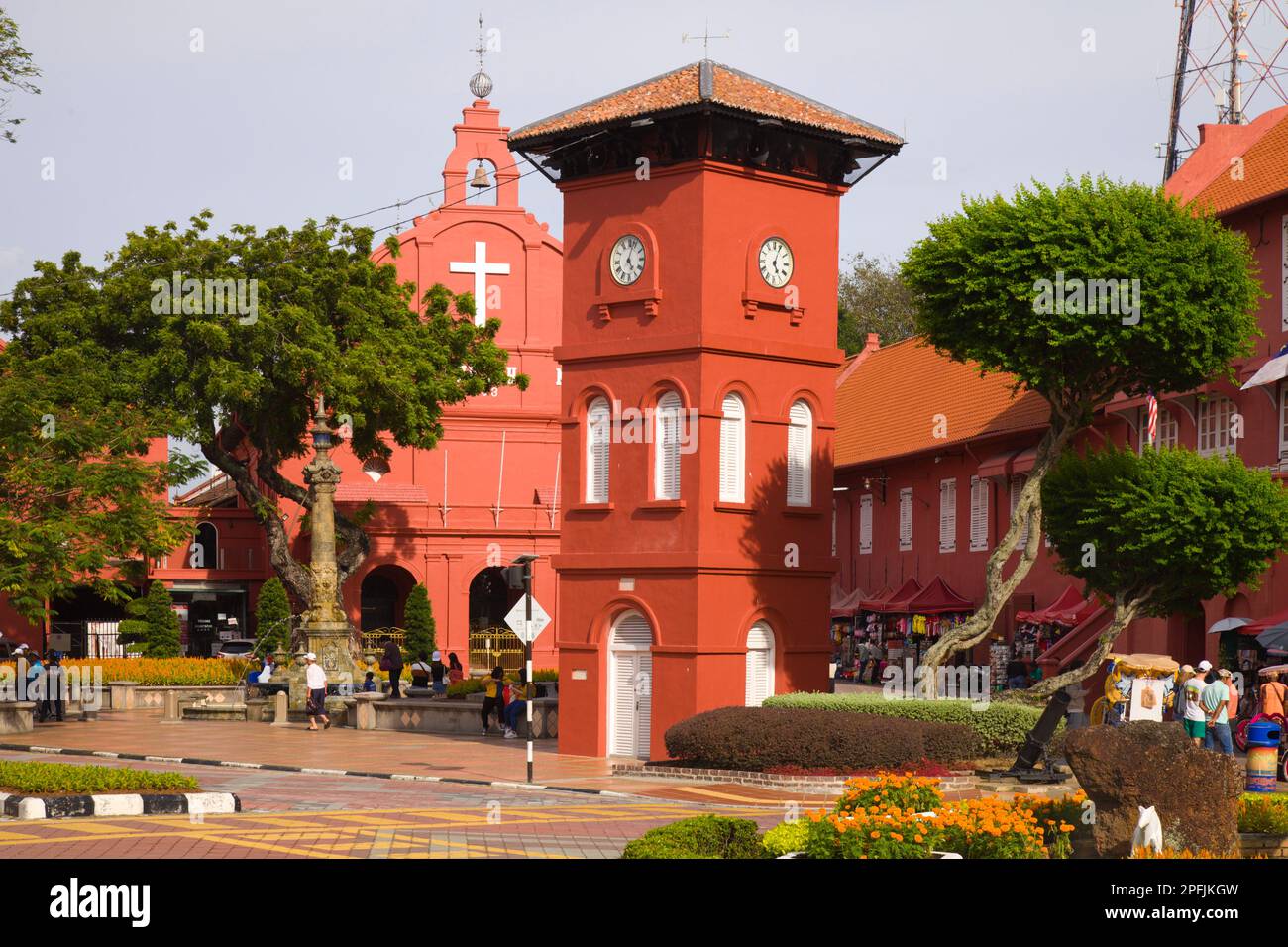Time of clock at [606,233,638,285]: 5:03
